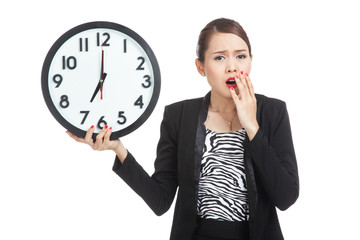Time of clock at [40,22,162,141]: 6:59
